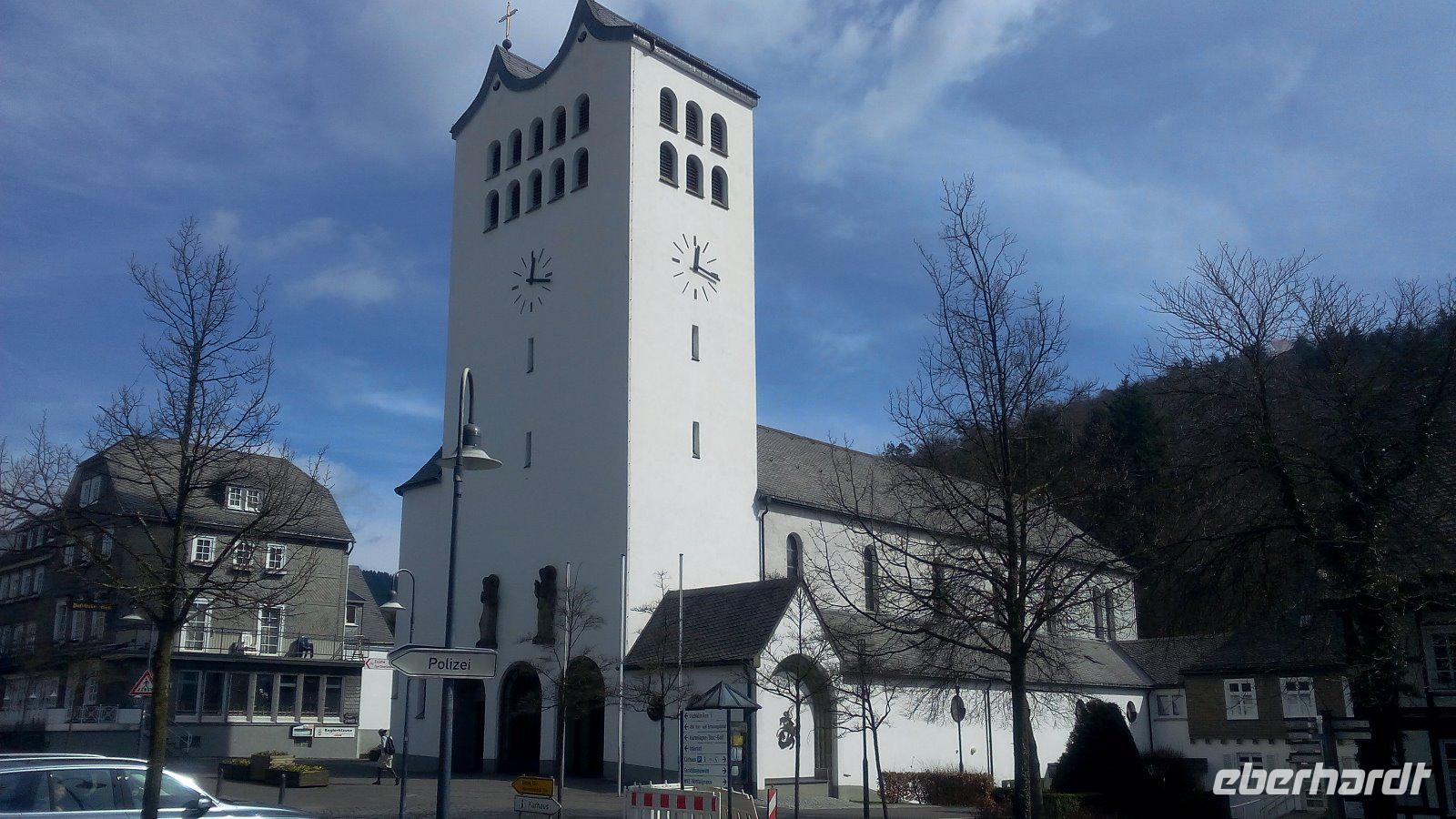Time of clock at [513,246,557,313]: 12:16
